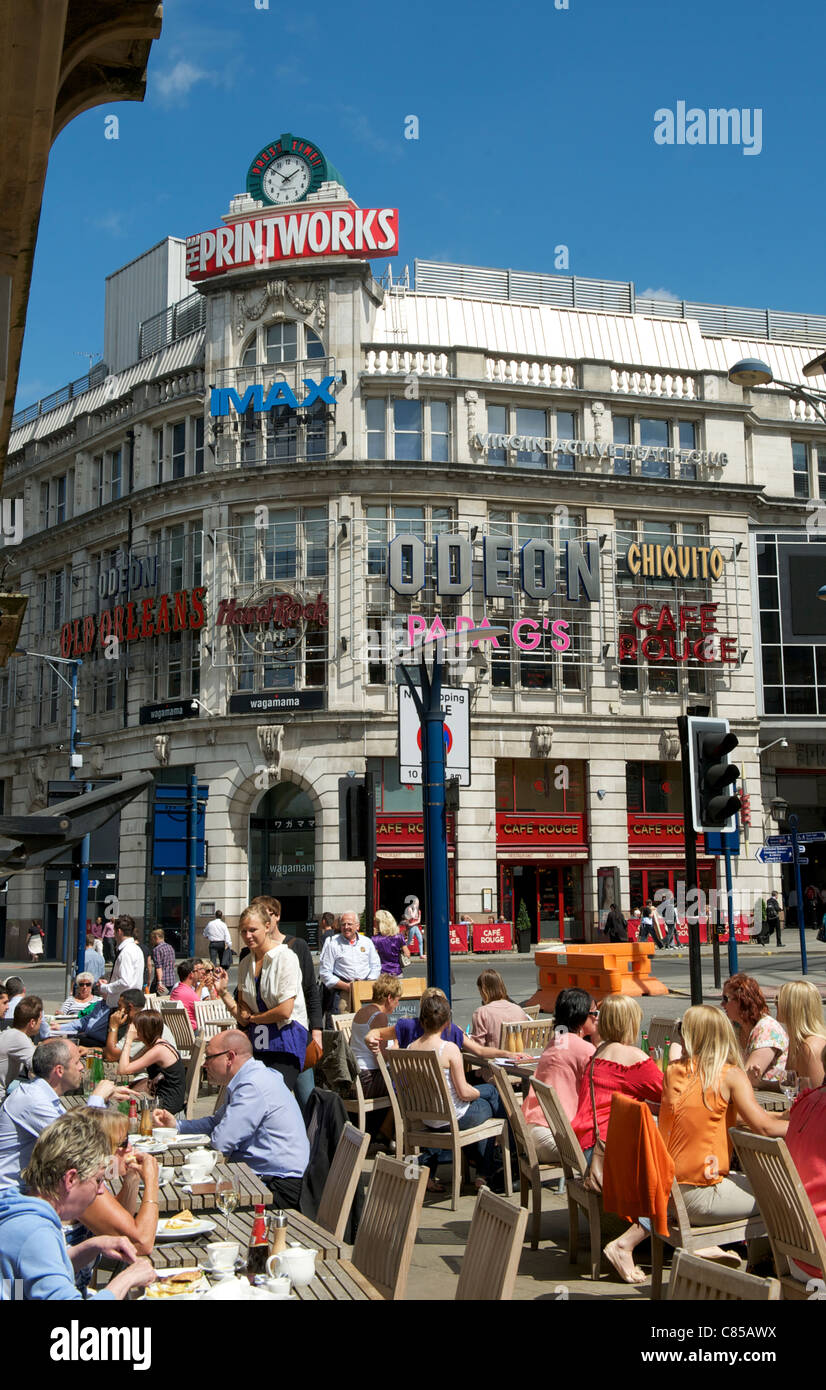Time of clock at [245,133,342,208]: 1:51
